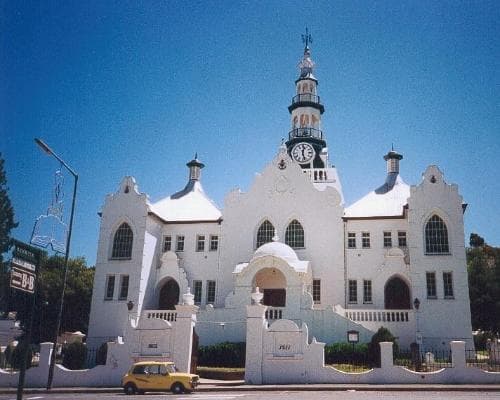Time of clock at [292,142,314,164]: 12:27
